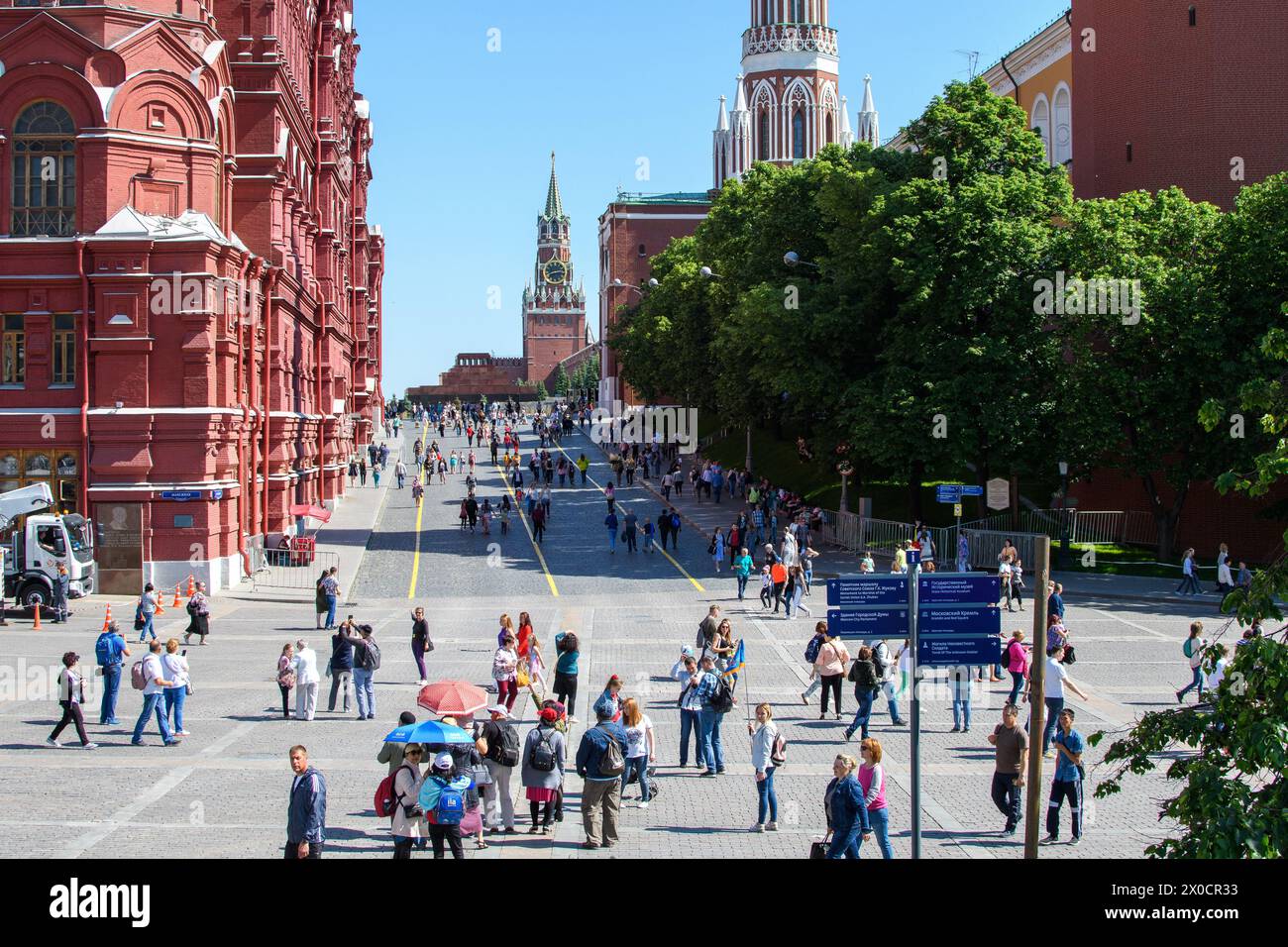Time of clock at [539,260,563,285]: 8:12
